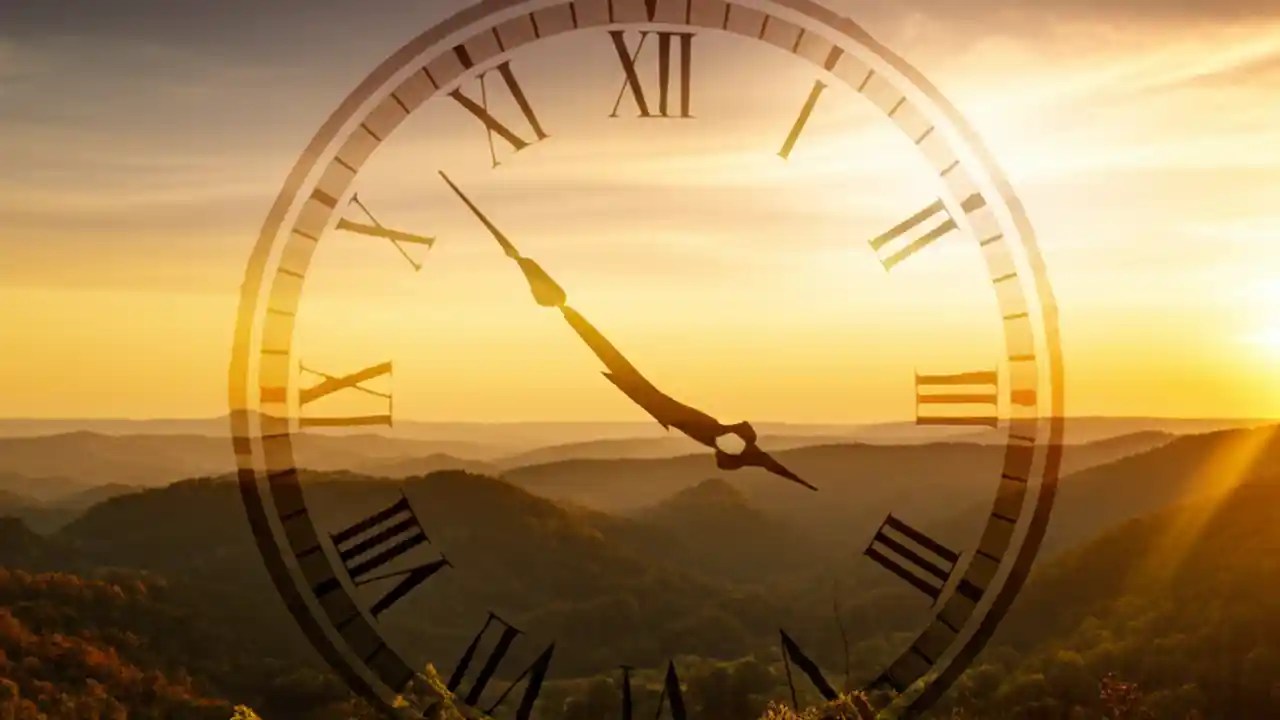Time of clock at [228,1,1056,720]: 3:52
